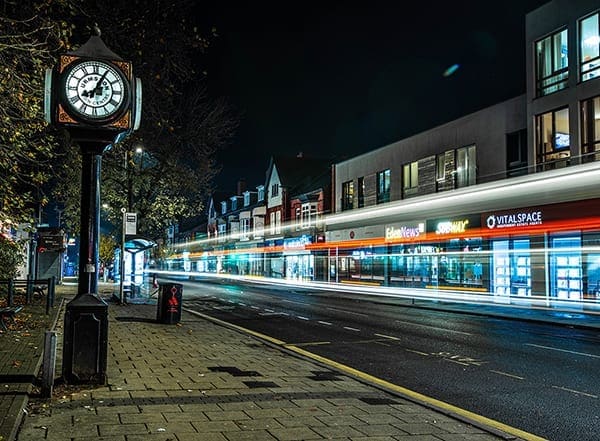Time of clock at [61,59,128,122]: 8:04
